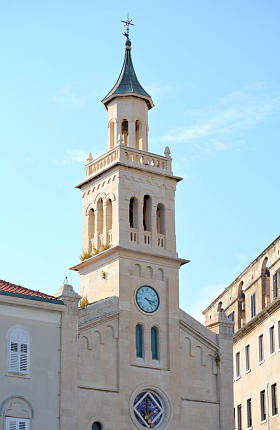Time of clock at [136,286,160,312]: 4:17
